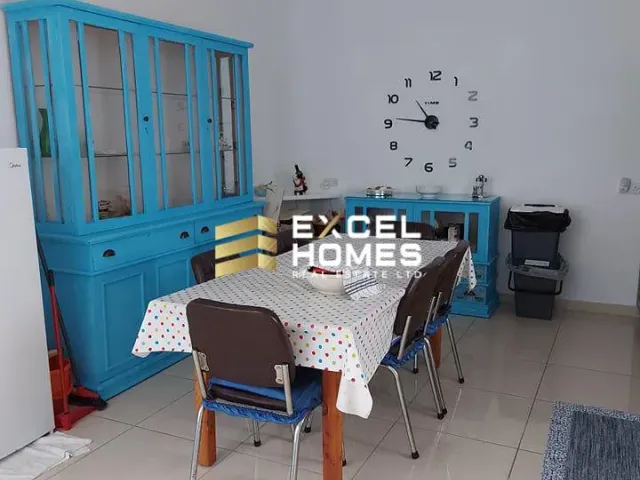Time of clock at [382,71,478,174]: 10:46
